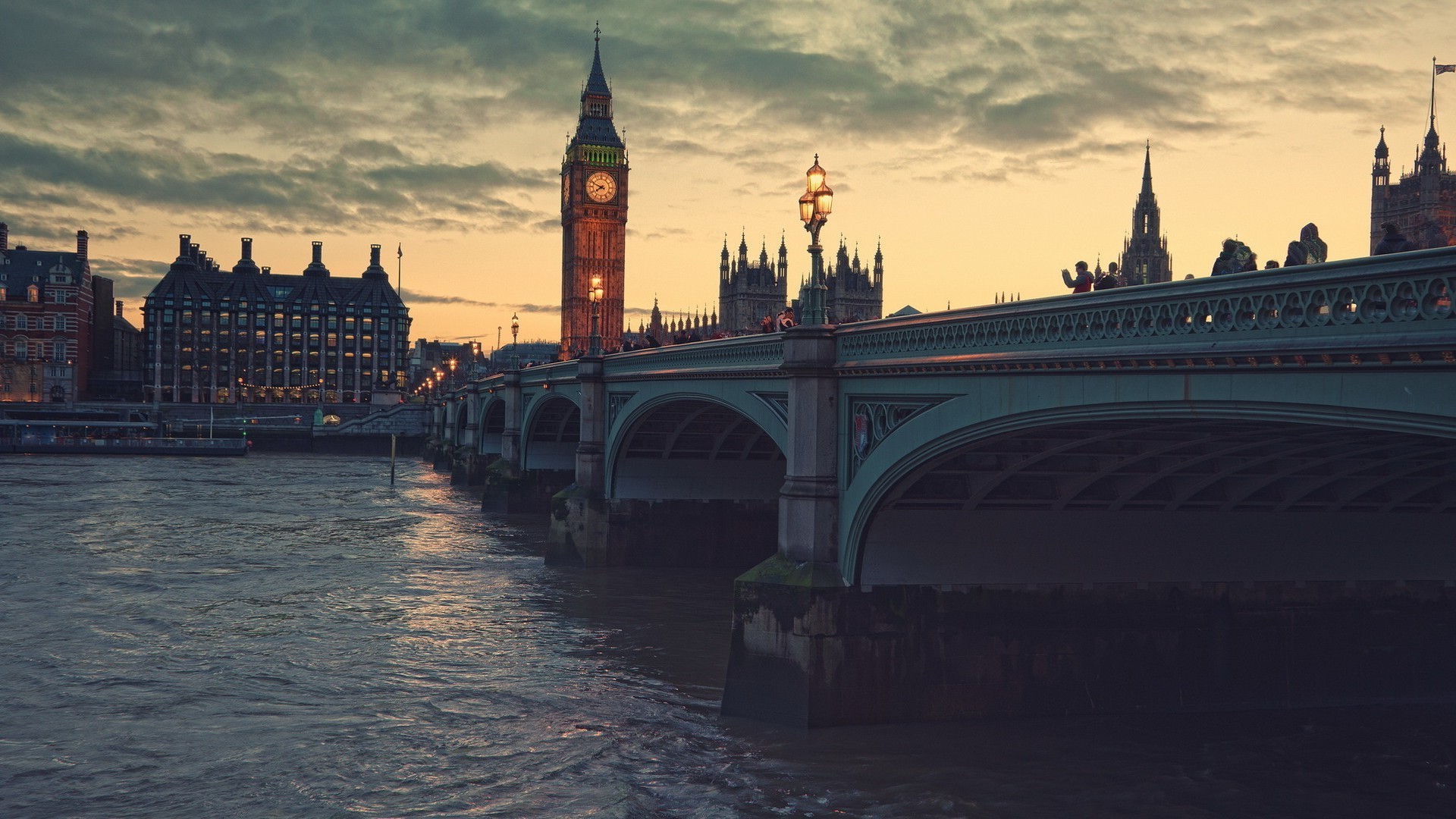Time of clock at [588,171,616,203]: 7:48
